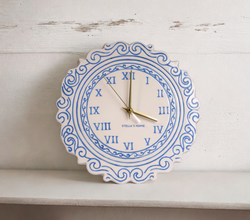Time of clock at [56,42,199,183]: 4:00
